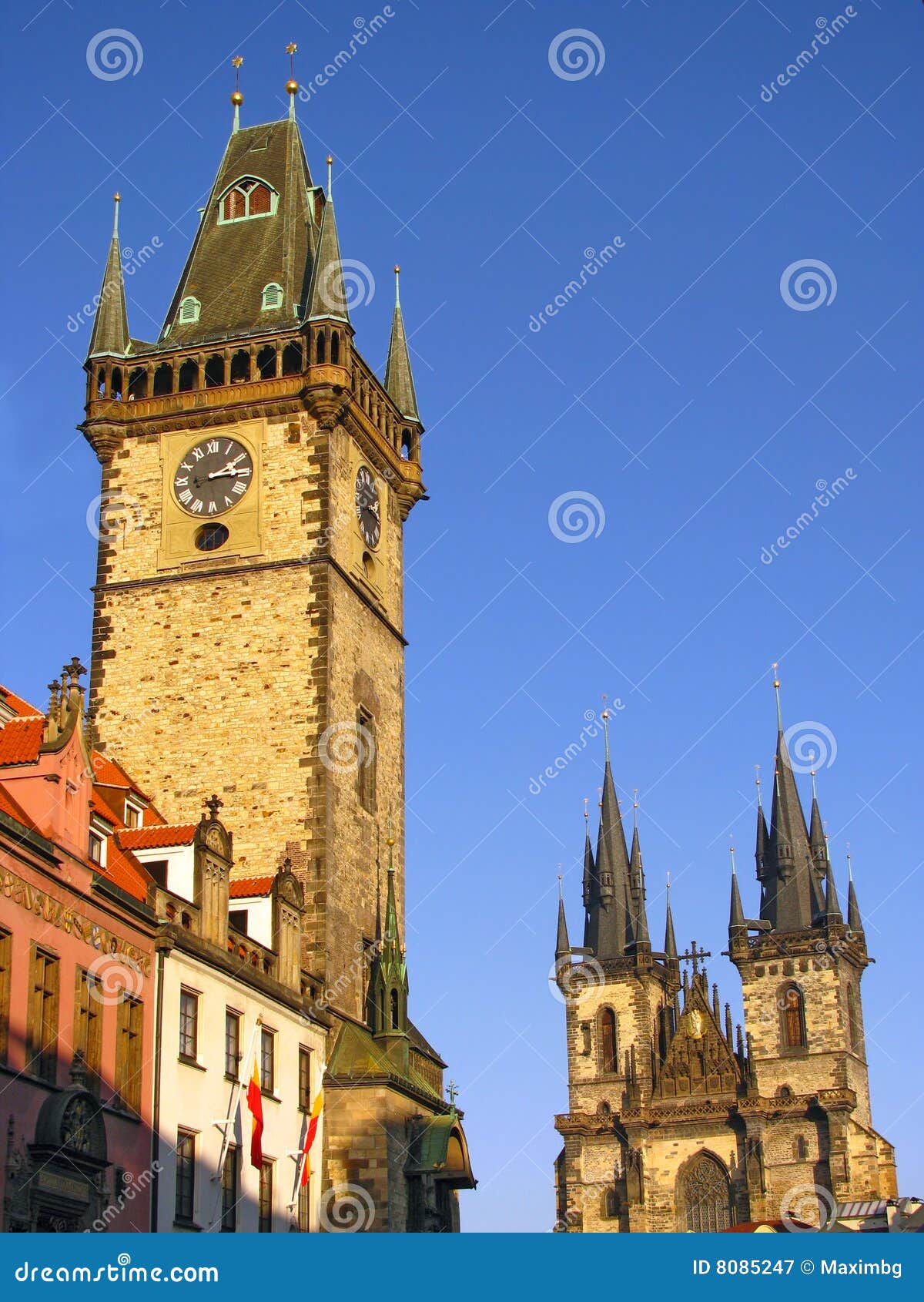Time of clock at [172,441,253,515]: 2:14
